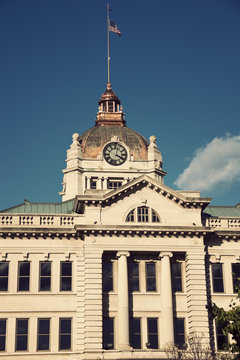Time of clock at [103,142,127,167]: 4:02
